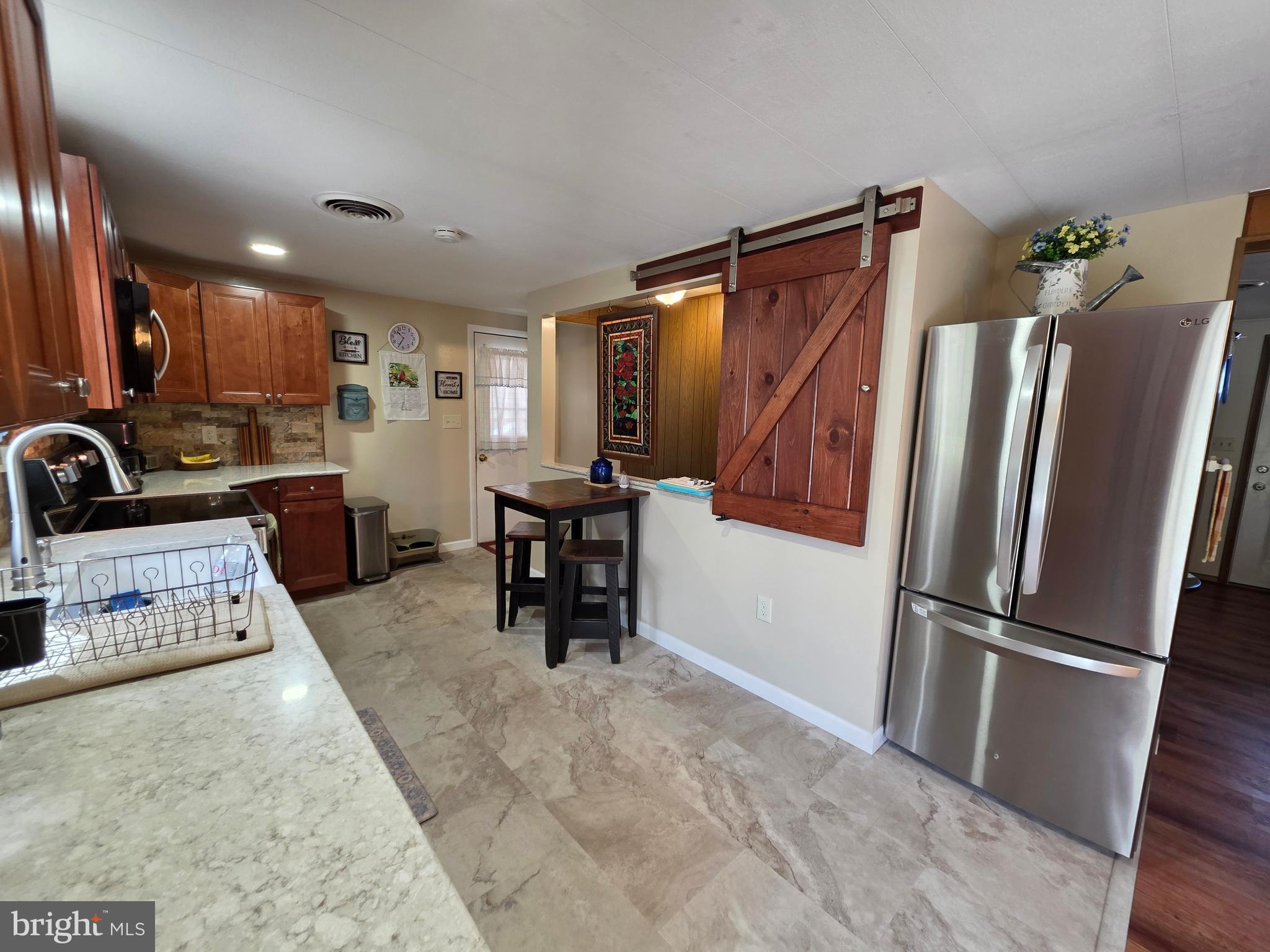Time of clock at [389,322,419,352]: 10:34
